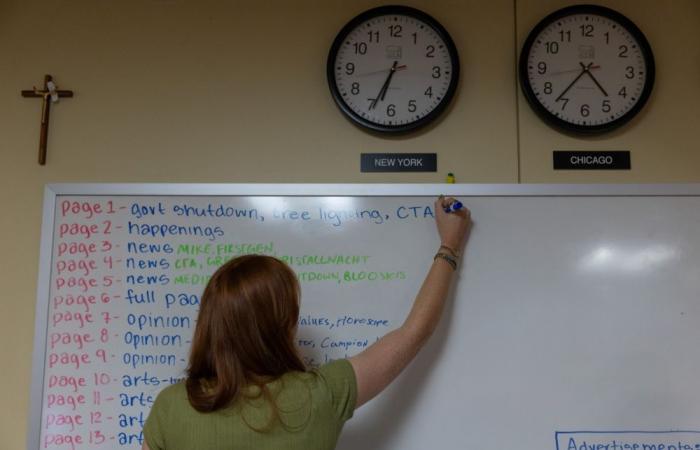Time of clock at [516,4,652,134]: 4:36
